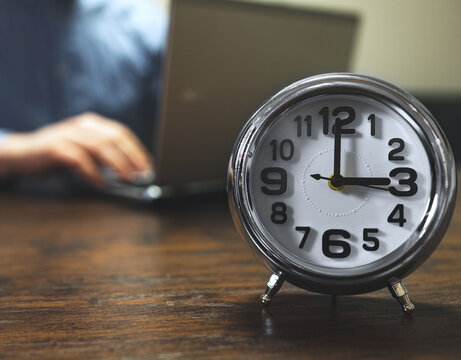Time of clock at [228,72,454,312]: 3:00
